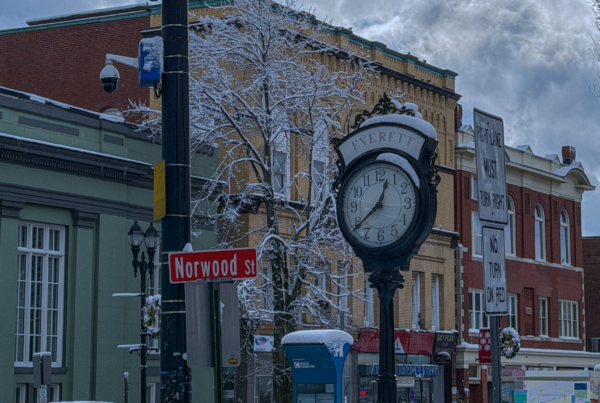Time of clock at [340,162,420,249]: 12:38
